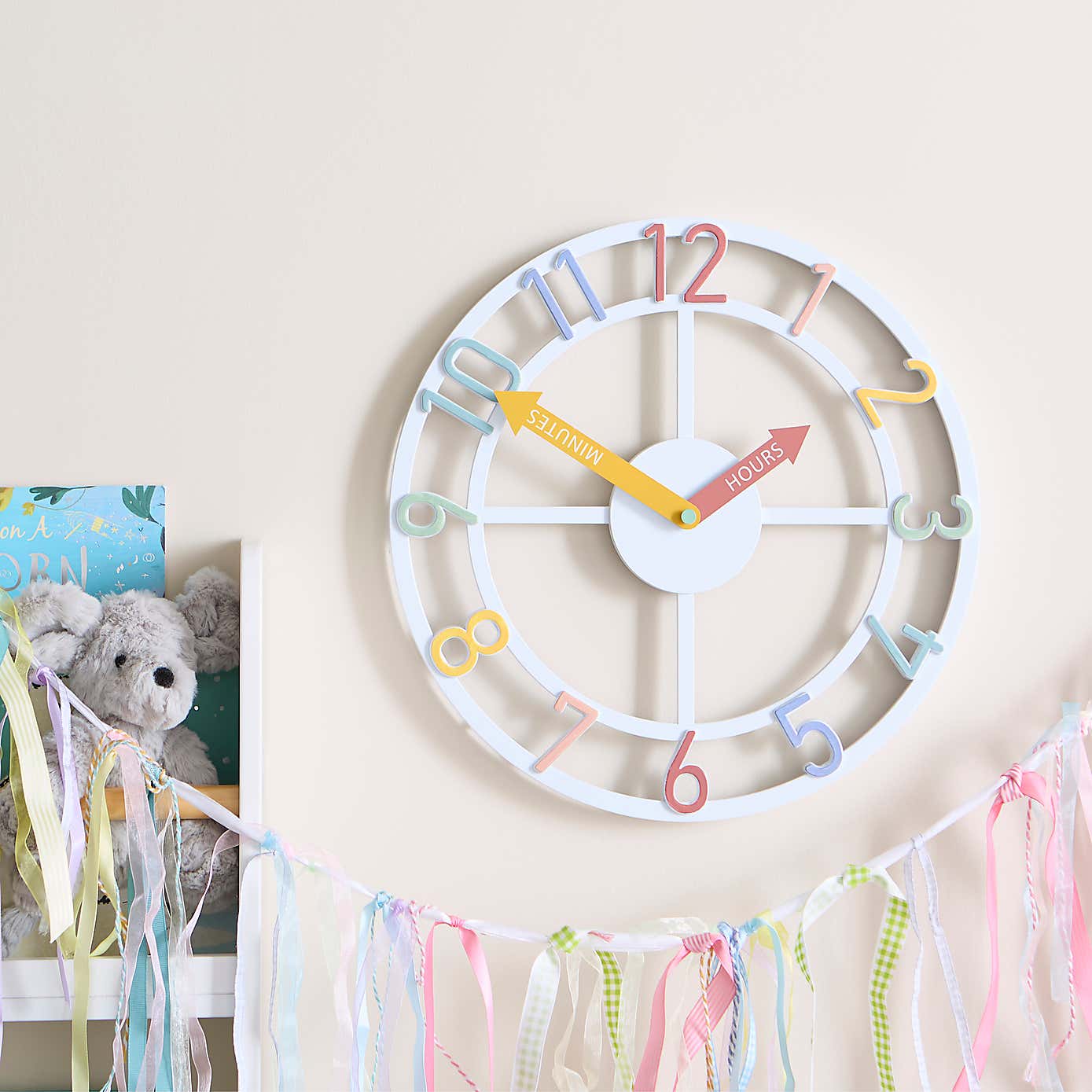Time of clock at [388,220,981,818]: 1:50
